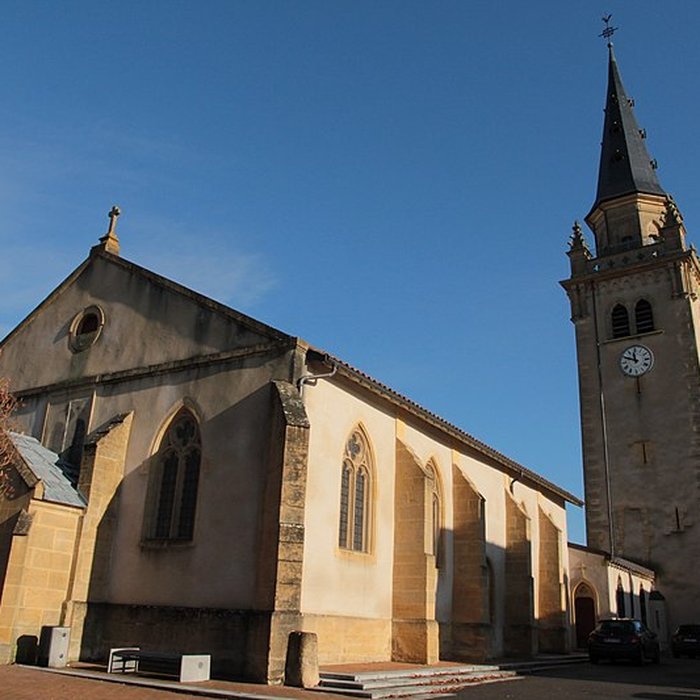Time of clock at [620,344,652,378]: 11:48
